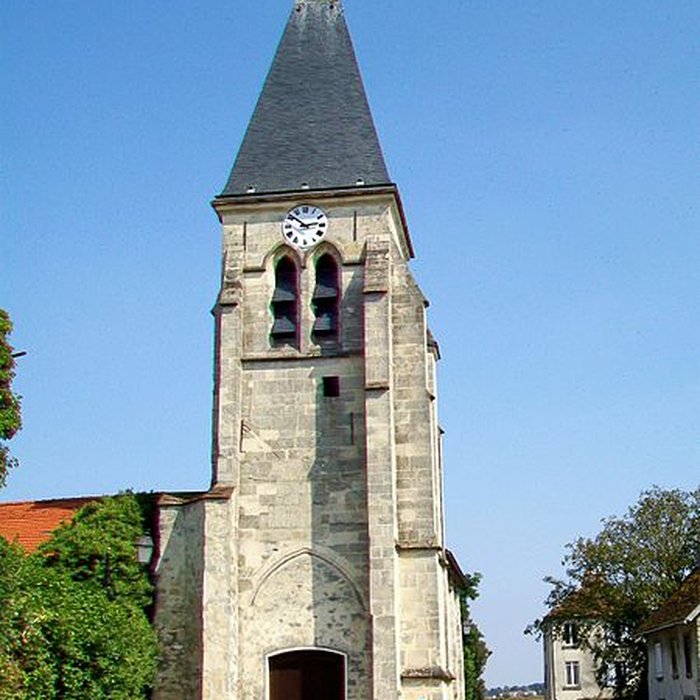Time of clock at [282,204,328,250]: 2:51
